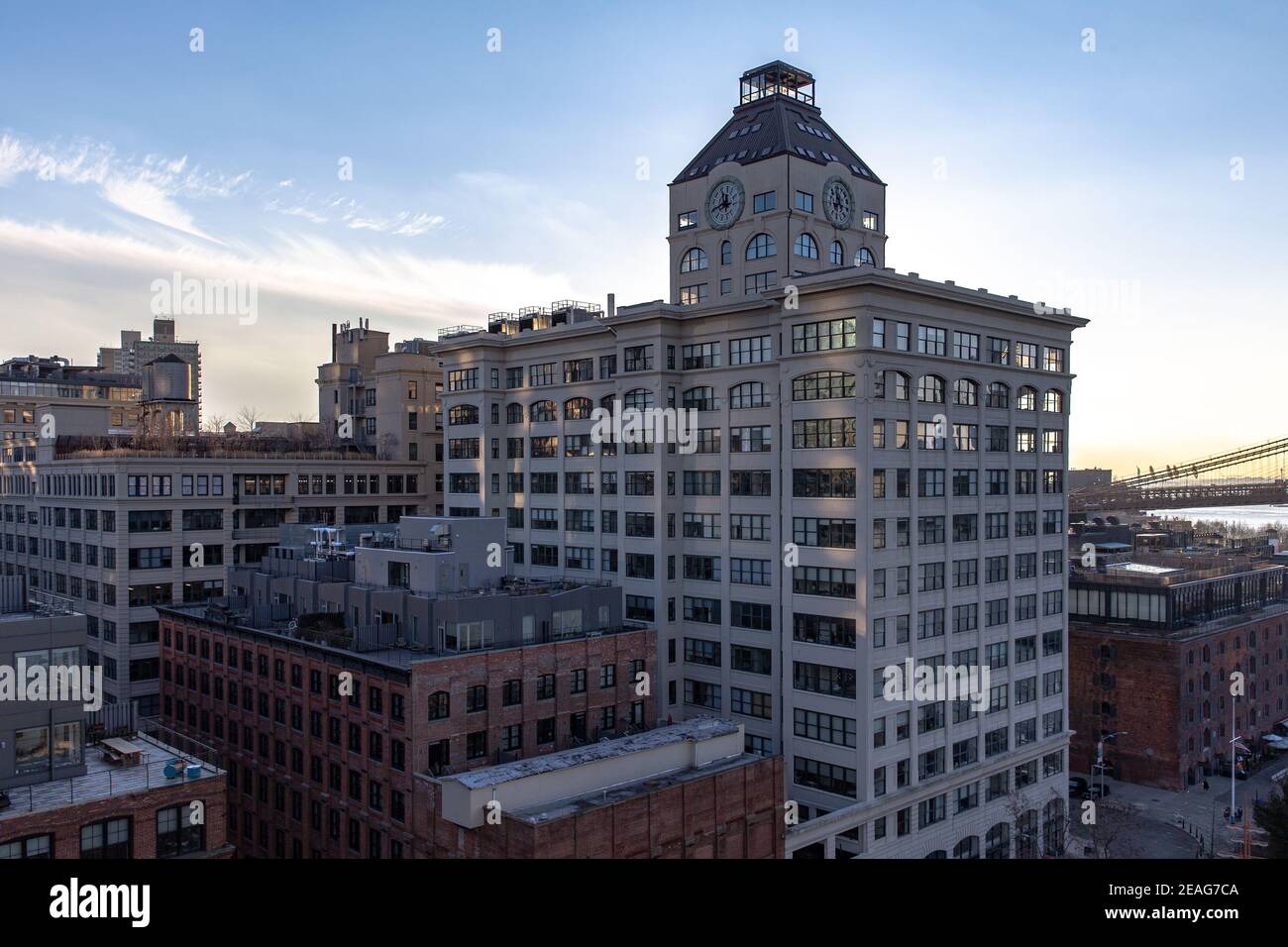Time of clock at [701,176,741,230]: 11:41
